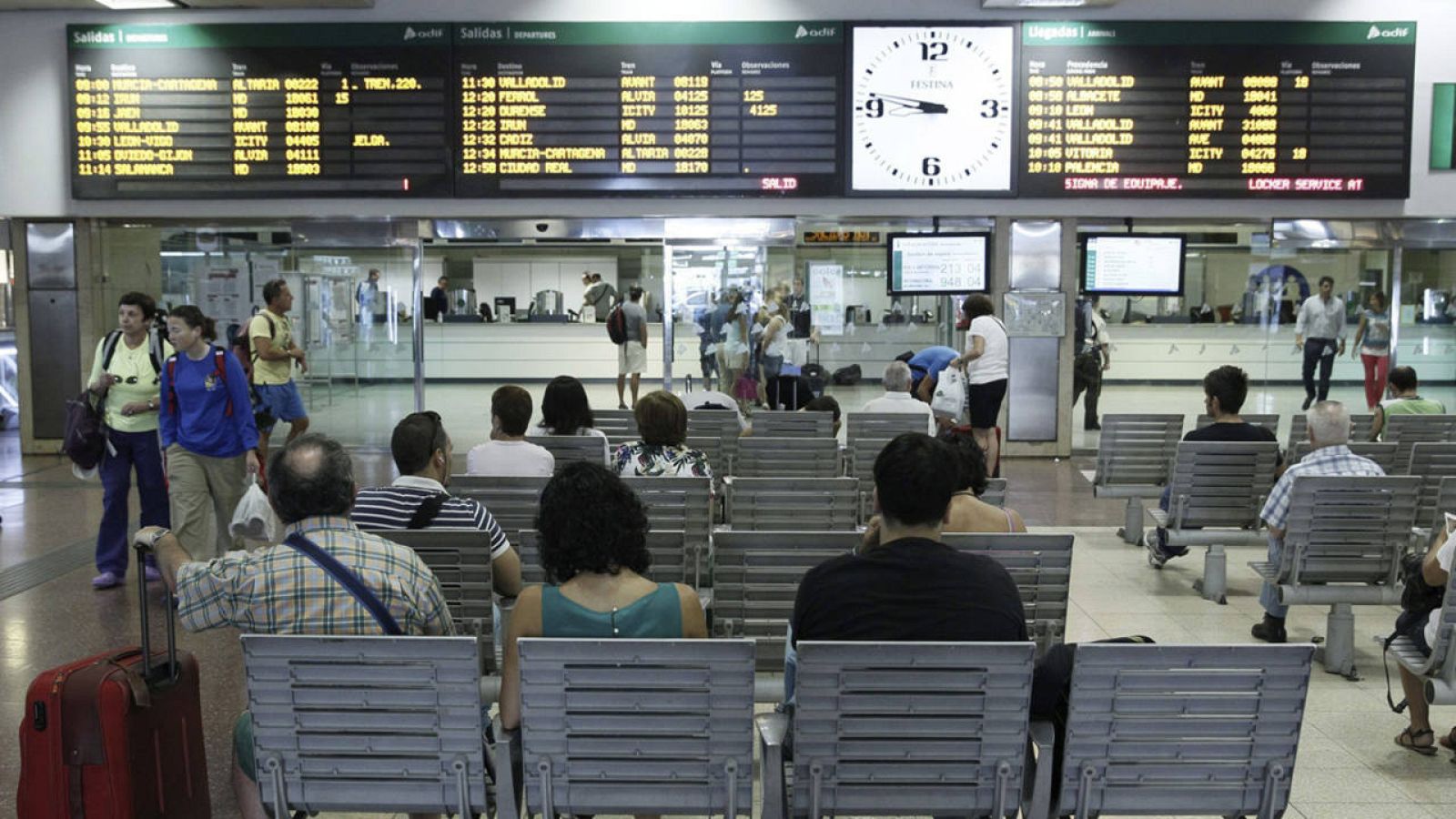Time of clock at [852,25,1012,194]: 8:46
